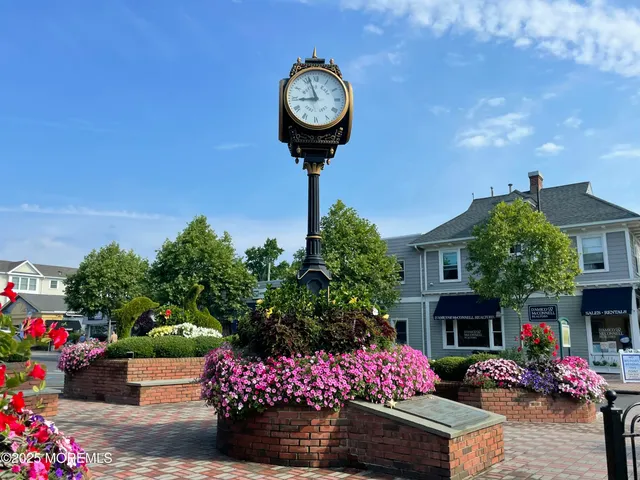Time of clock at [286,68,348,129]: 8:56
